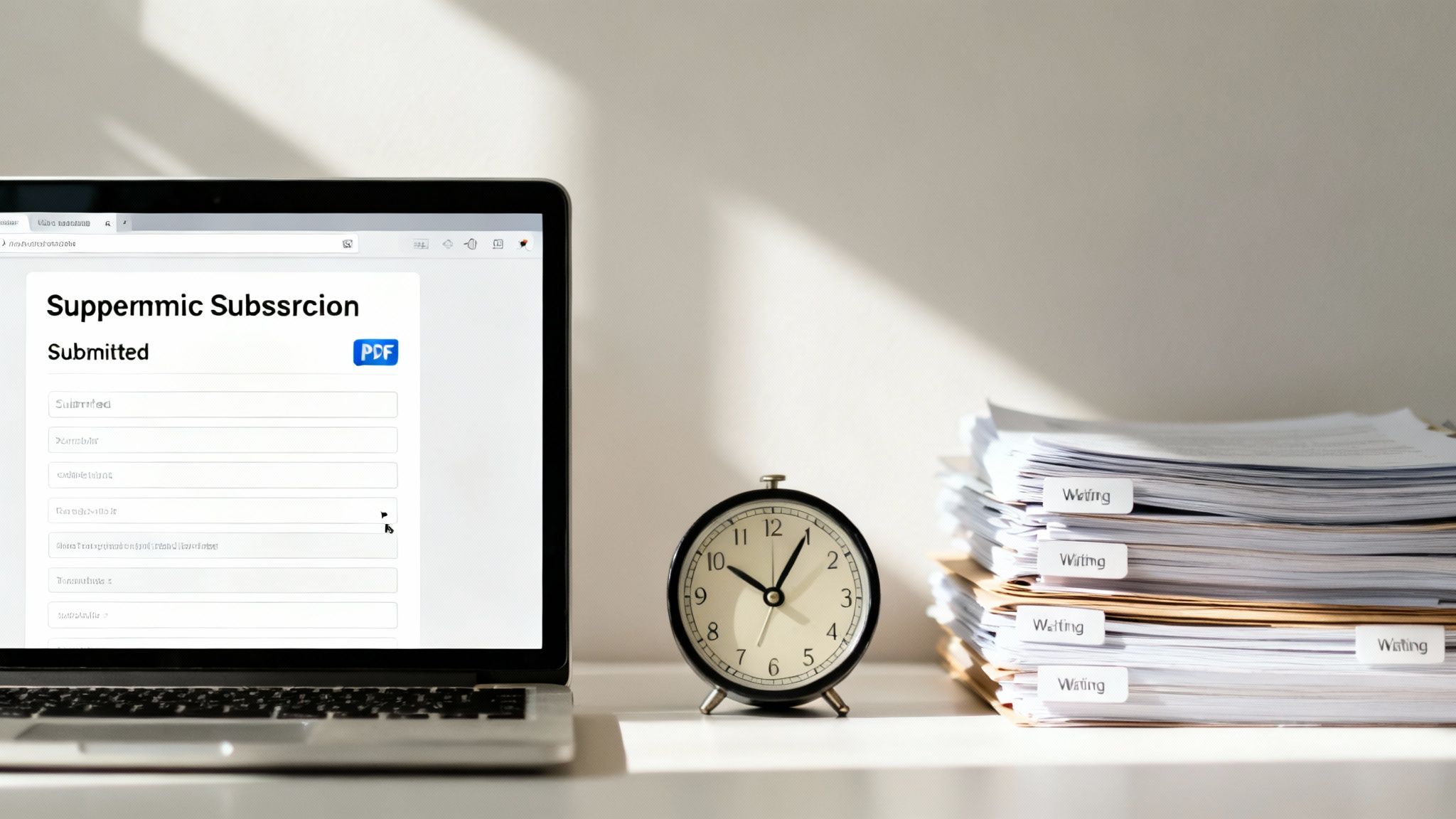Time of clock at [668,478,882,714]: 10:04
